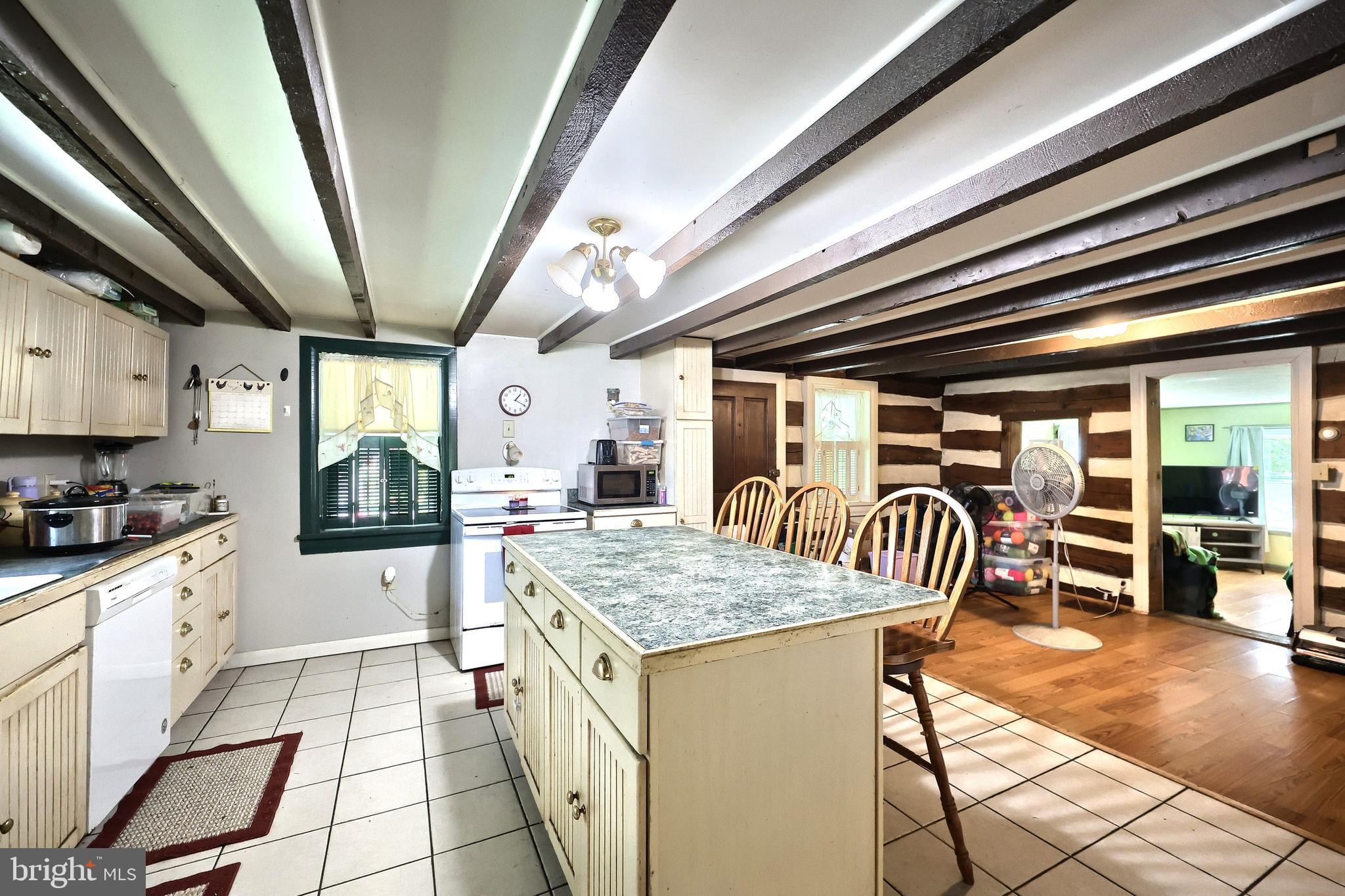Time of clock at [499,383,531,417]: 1:19
